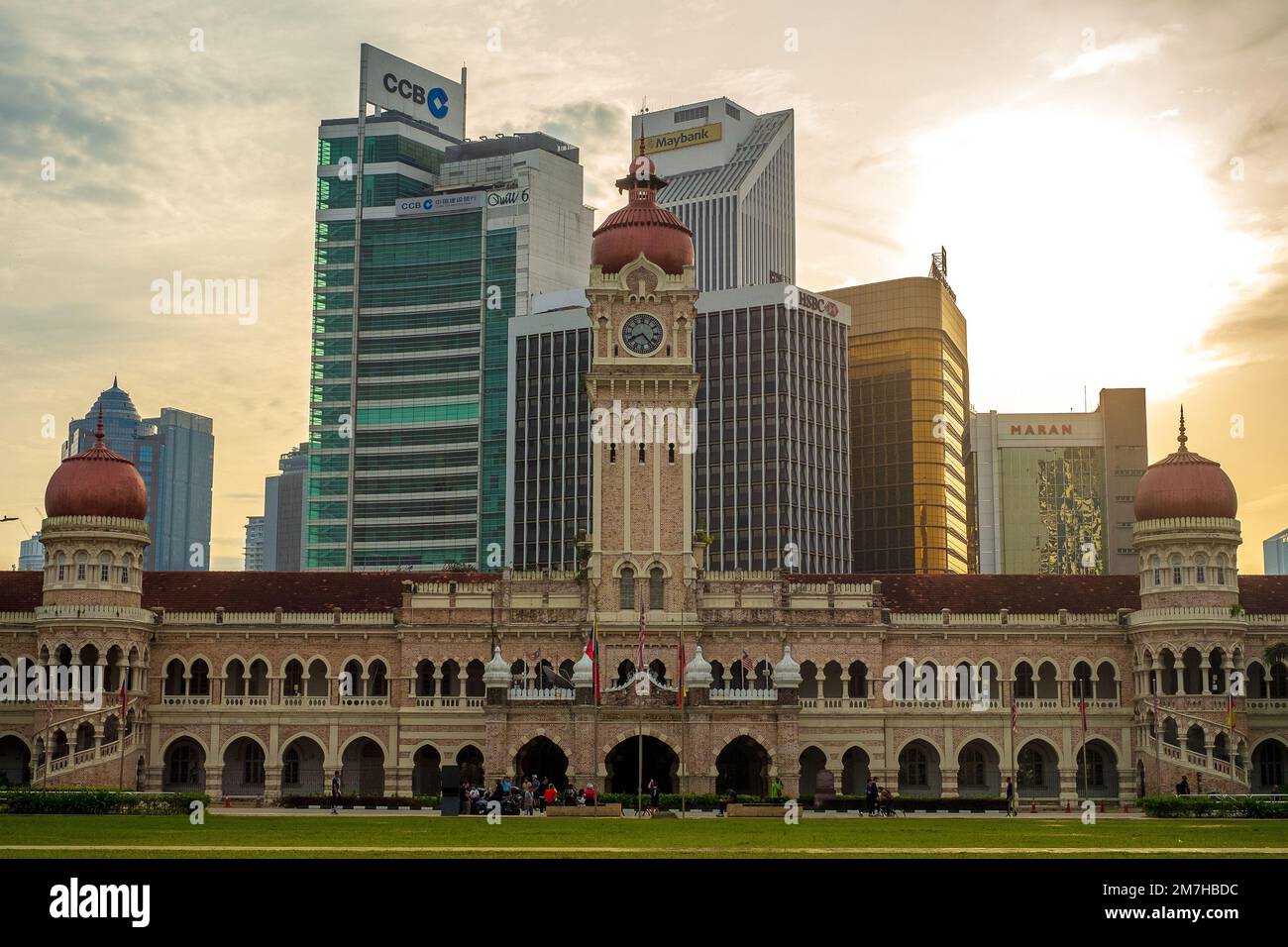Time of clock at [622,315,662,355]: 8:23
